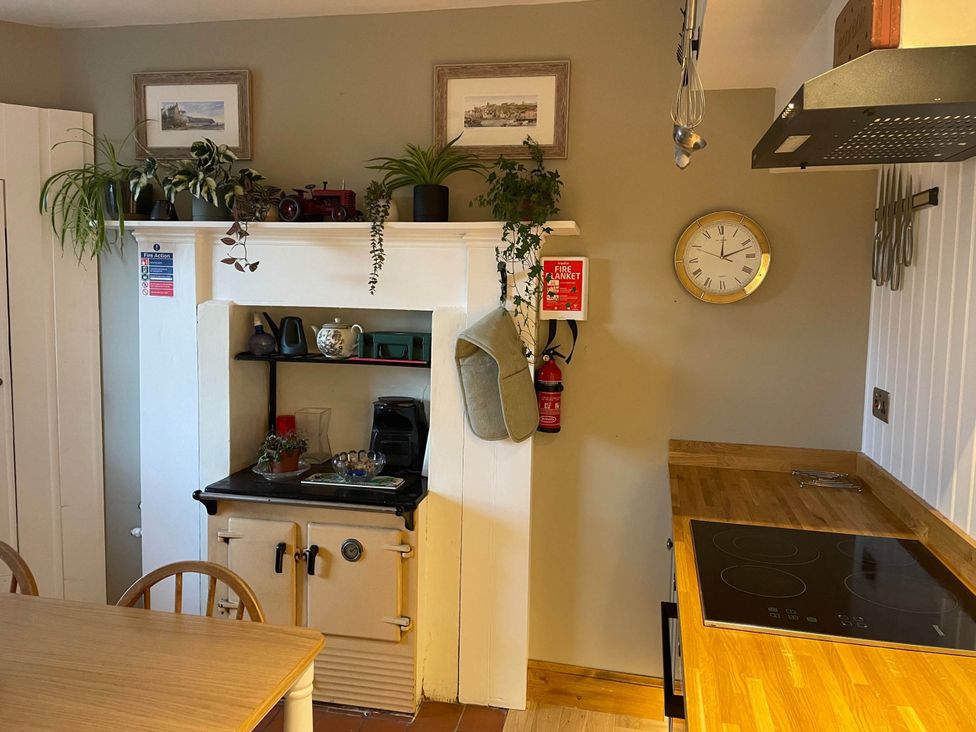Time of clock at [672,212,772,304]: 12:11
